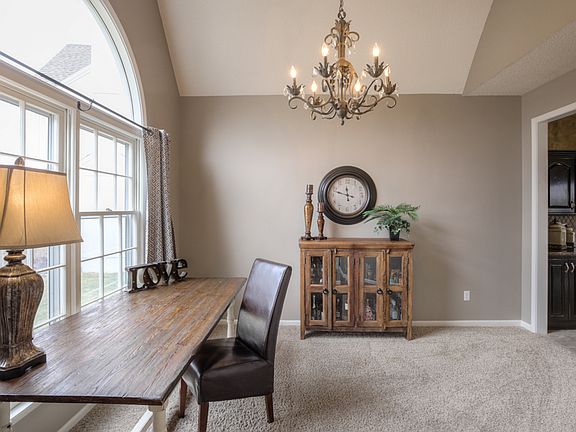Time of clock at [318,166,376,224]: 11:47
